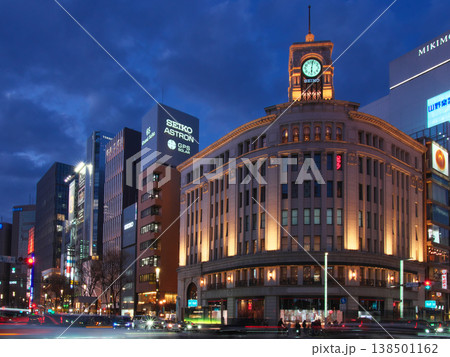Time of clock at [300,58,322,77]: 6:01
